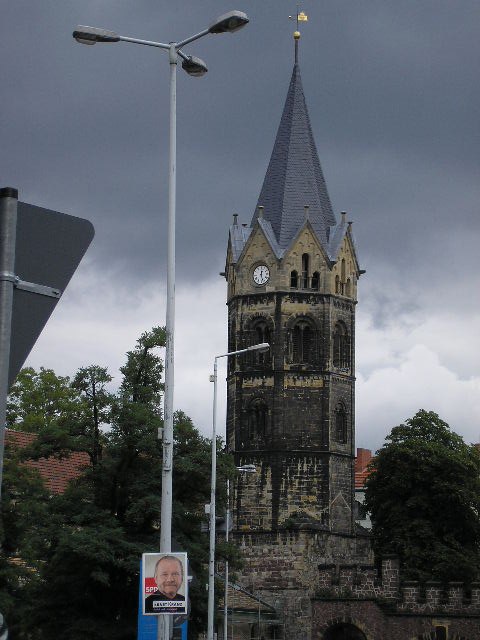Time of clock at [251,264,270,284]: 12:27
